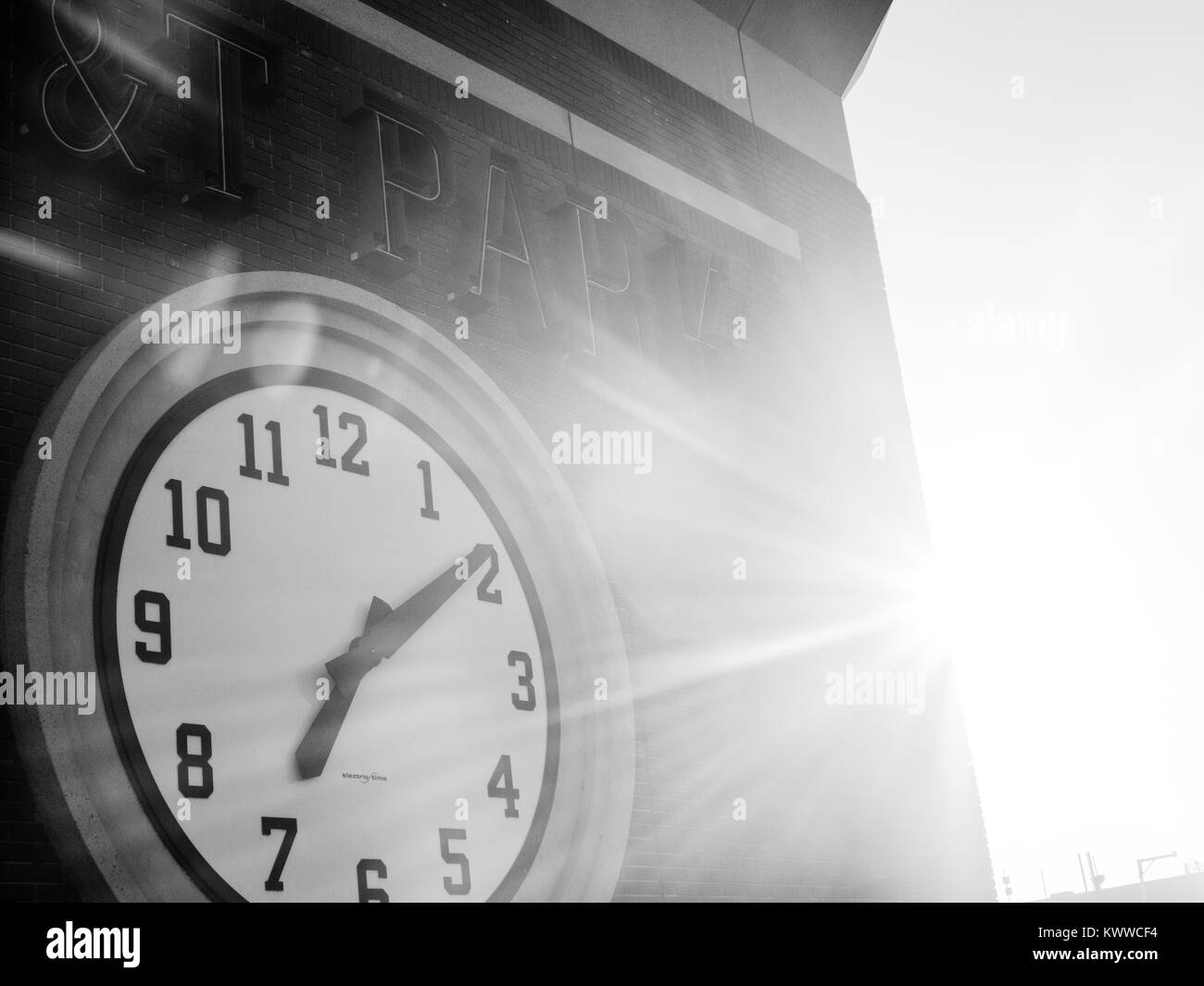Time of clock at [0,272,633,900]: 7:09
